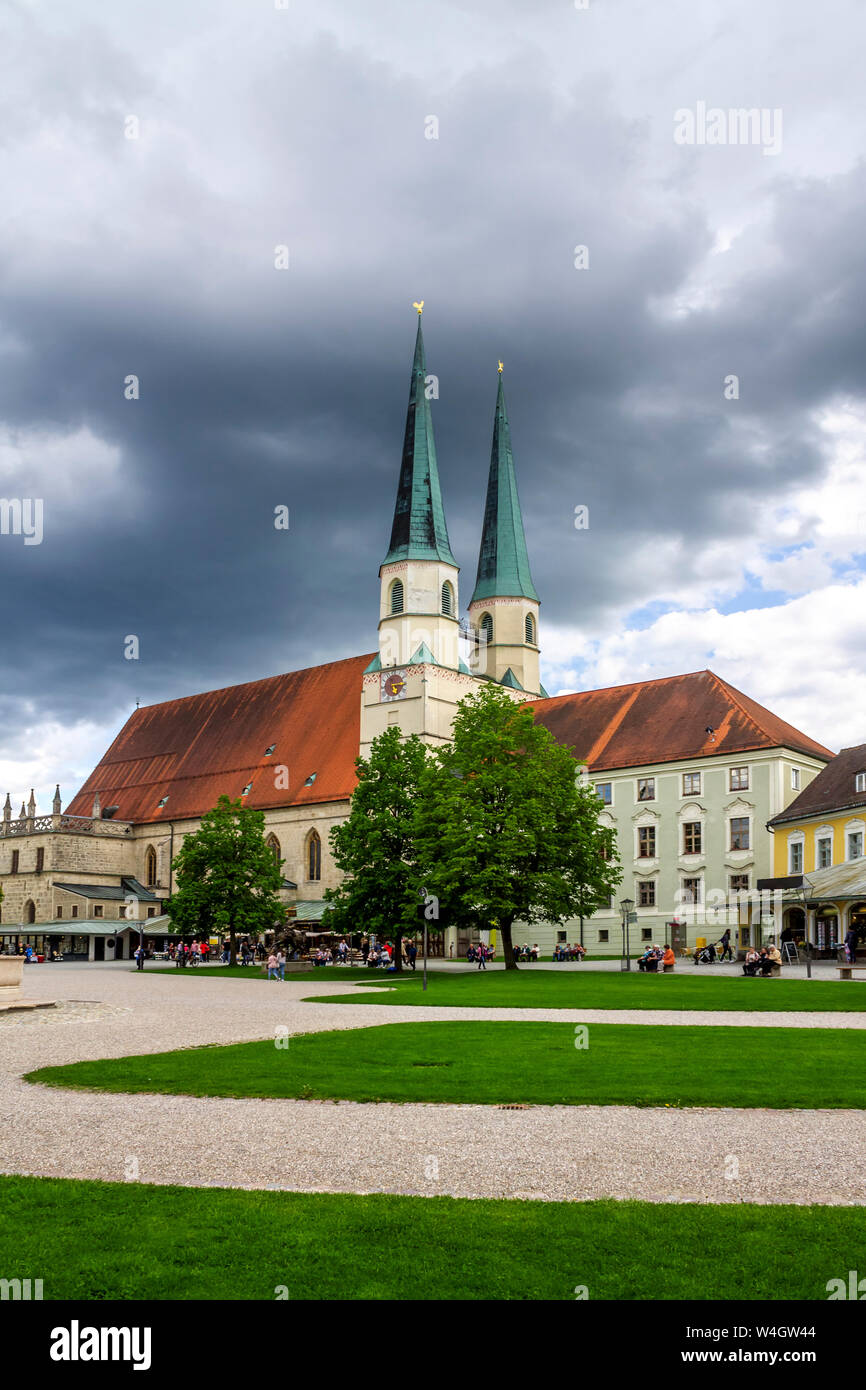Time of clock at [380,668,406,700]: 5:14
